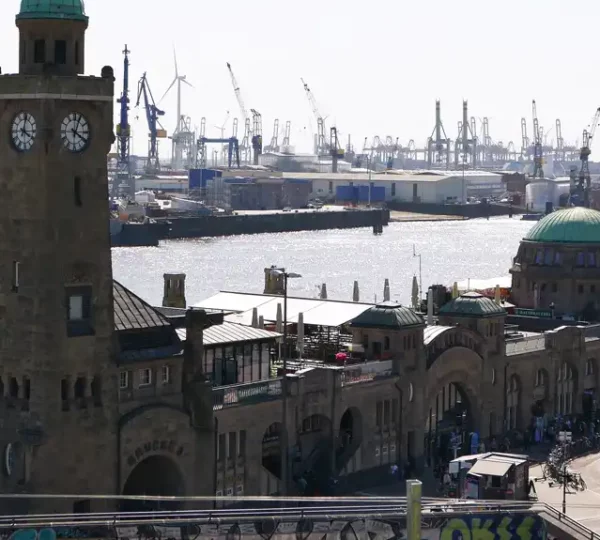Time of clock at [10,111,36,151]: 4:01
